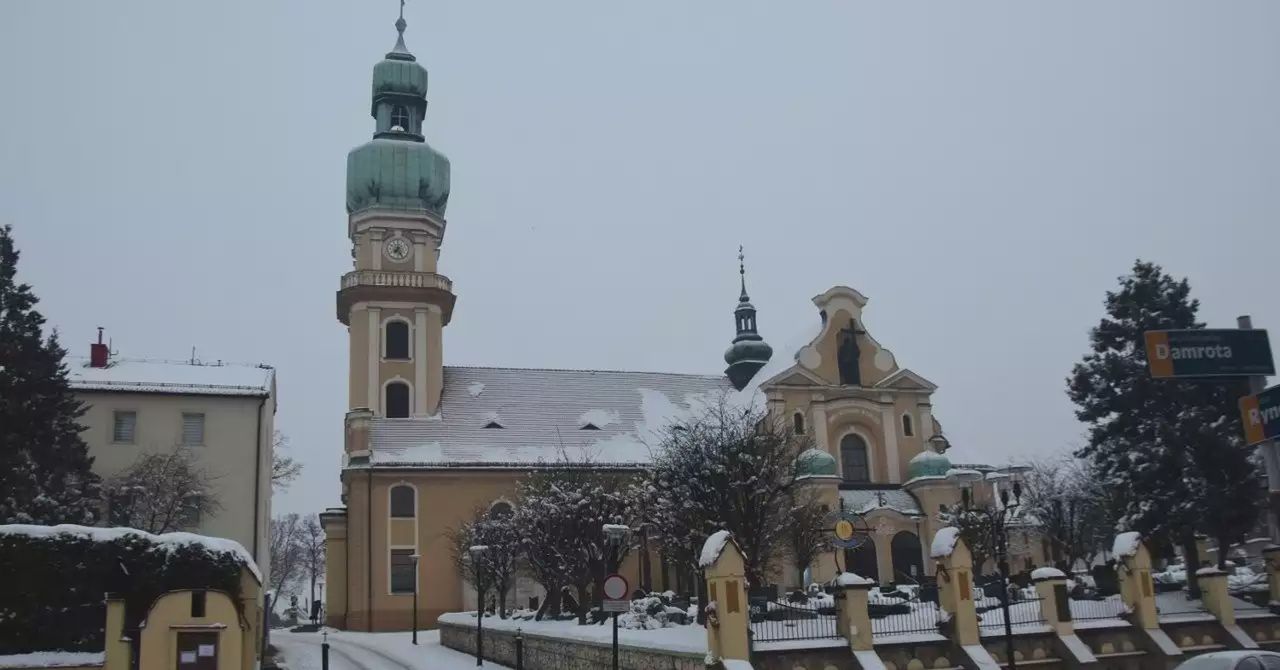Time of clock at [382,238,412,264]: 7:24
